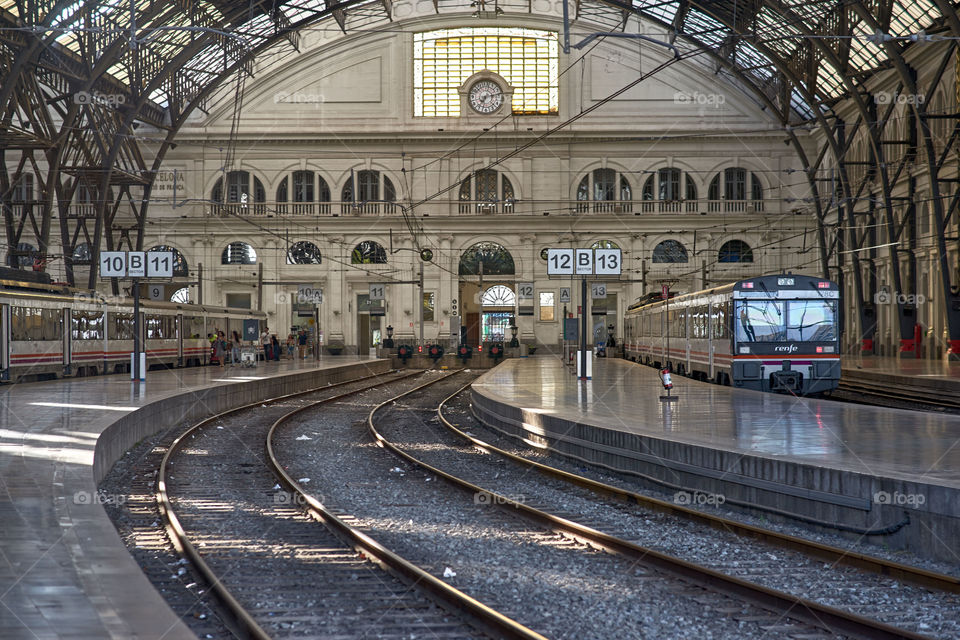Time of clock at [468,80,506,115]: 7:12
